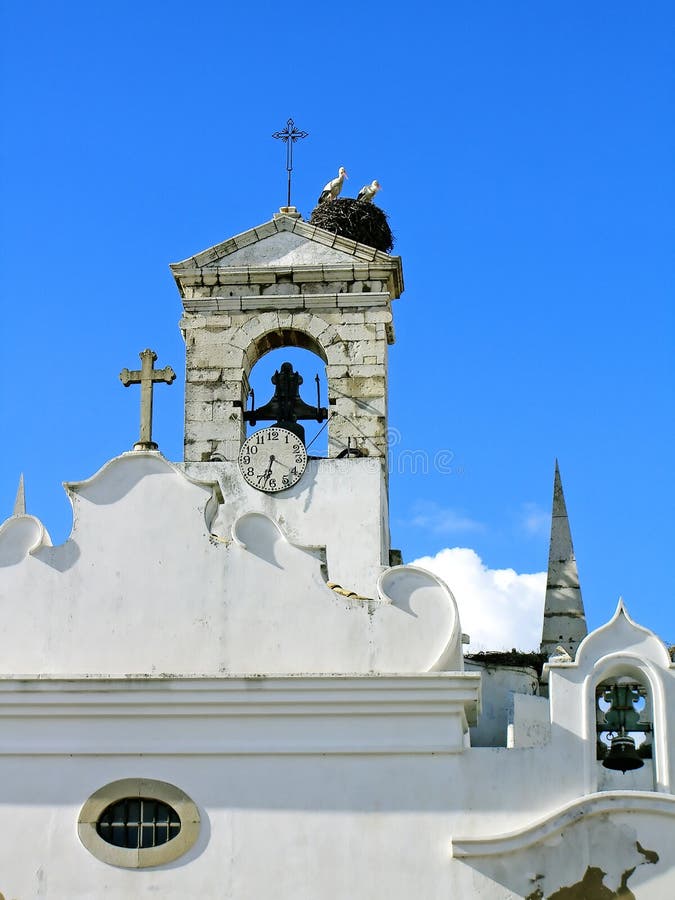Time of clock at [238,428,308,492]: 6:32
